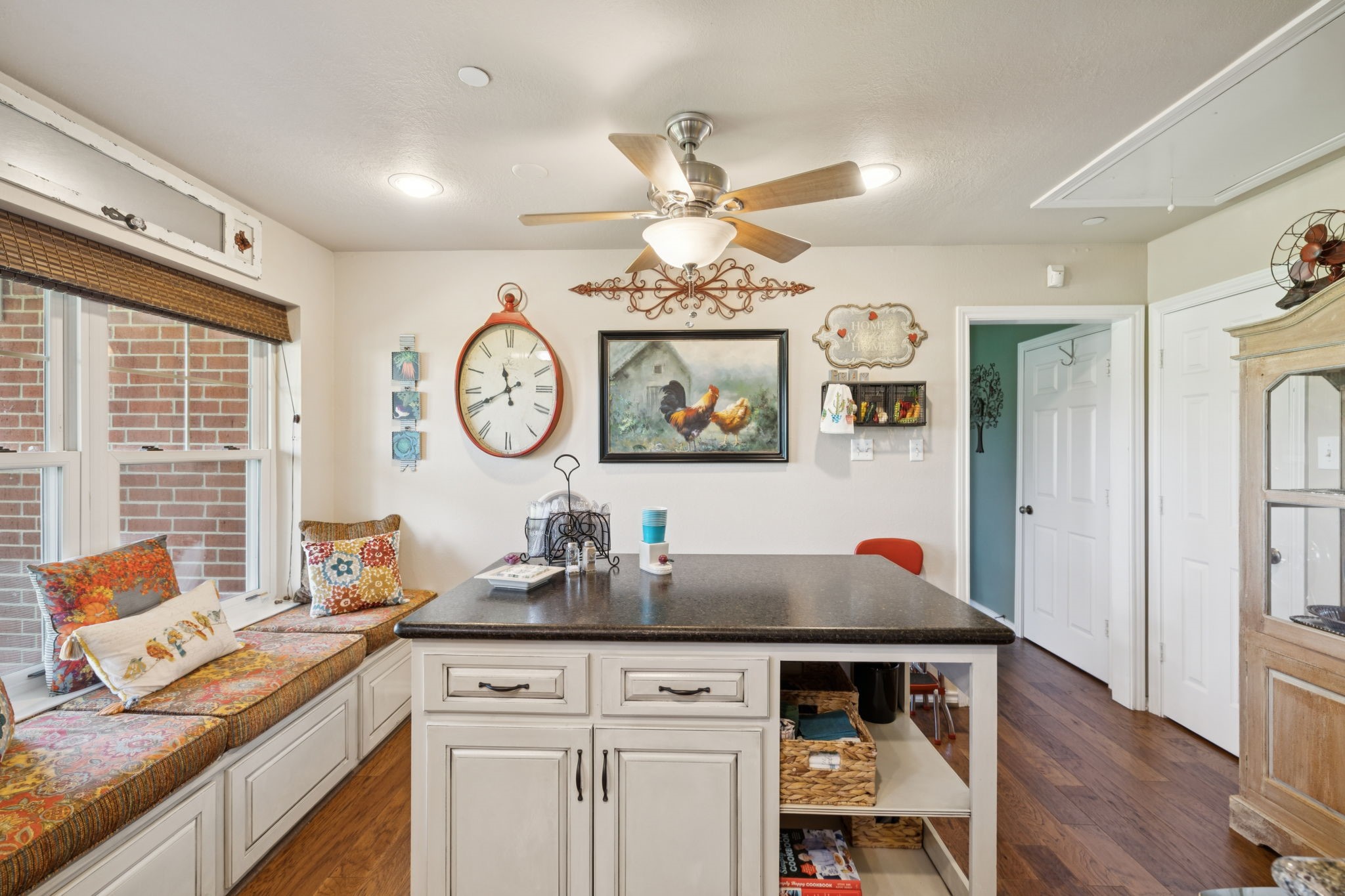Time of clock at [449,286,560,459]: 11:41
